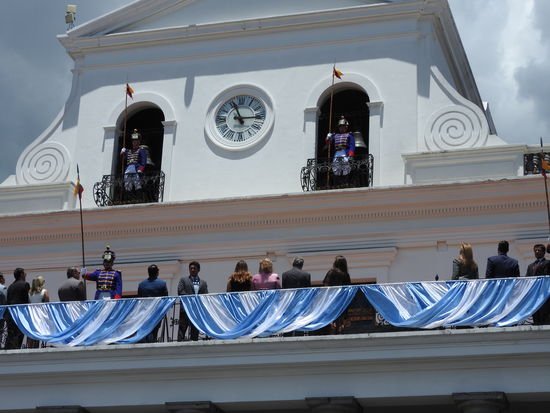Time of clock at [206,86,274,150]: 2:56
